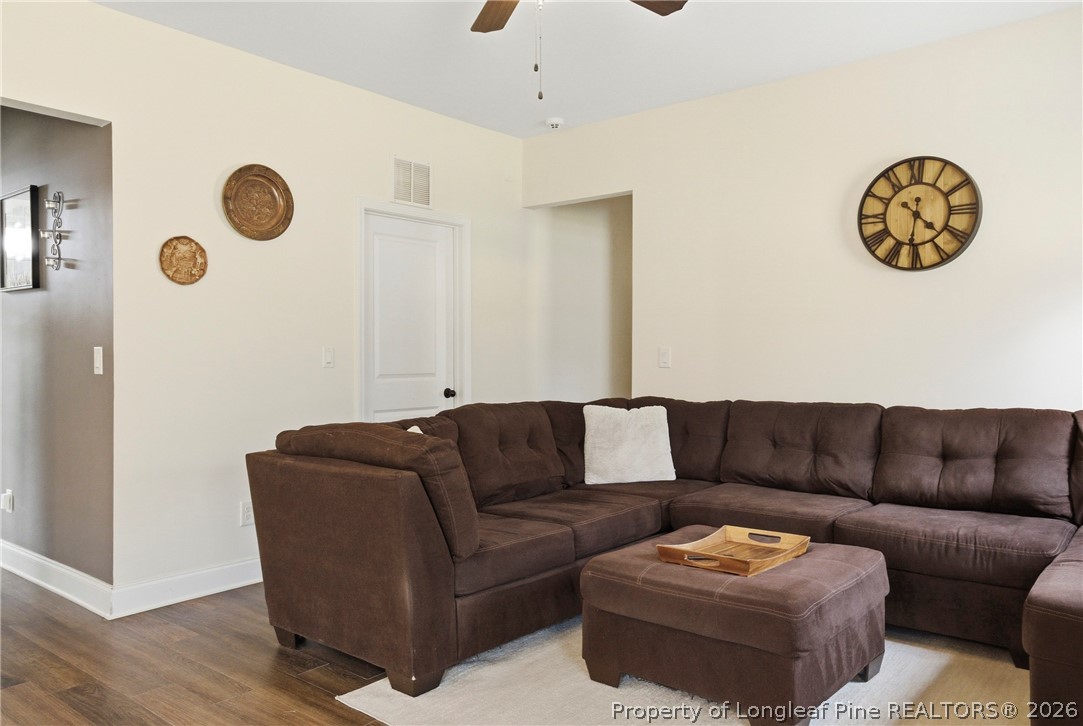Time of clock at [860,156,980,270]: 4:31
